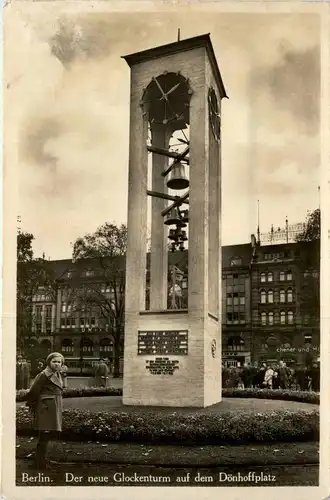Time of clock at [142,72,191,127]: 1:55
